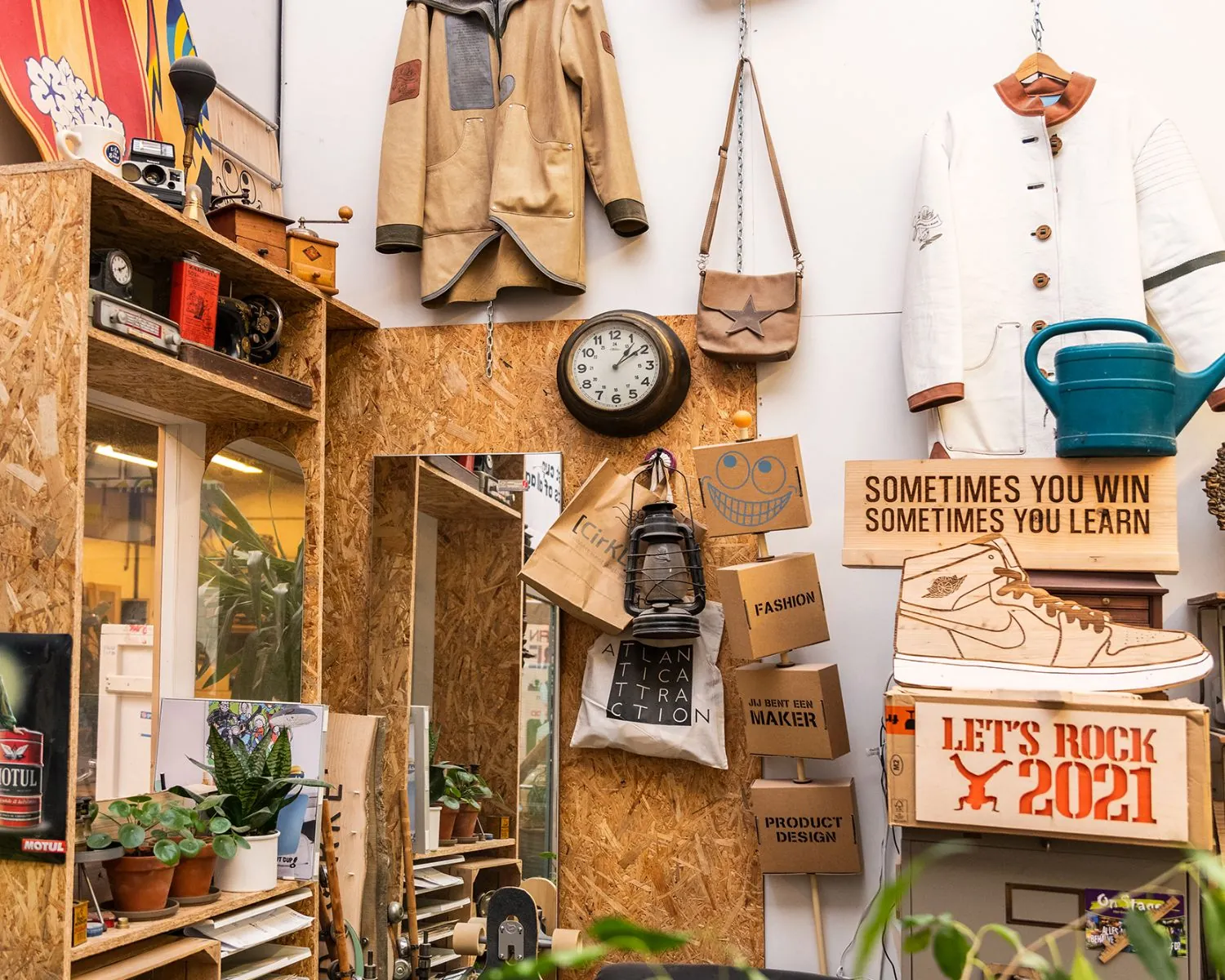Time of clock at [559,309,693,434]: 1:08
